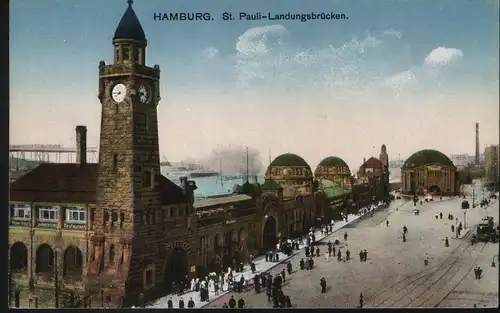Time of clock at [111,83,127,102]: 7:45
